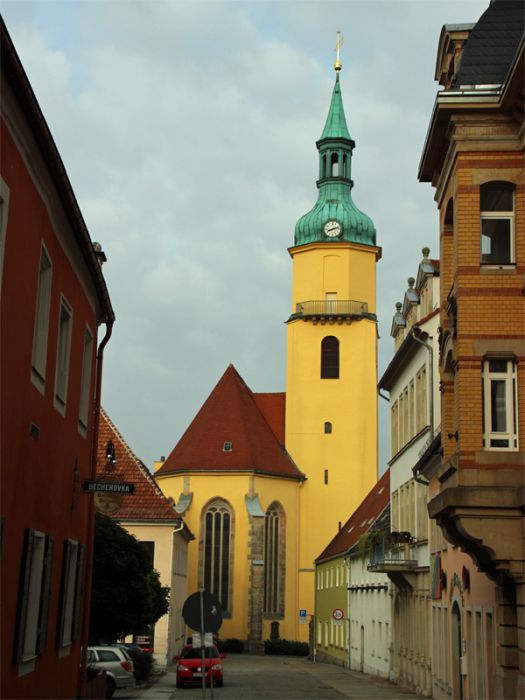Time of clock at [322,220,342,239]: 8:12
